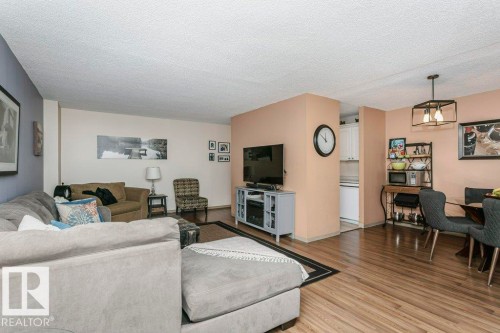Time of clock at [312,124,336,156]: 11:51
